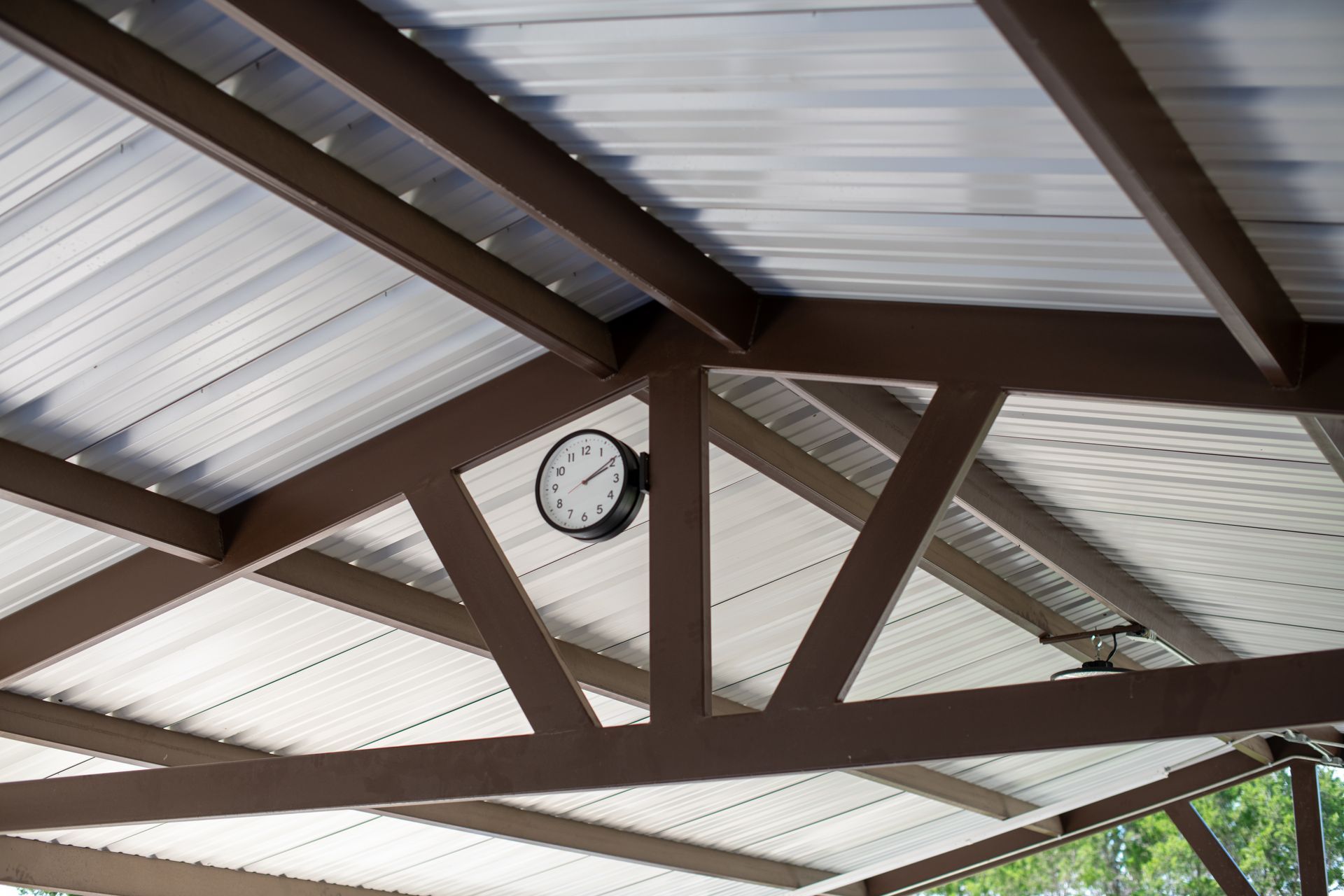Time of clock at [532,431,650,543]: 2:09
